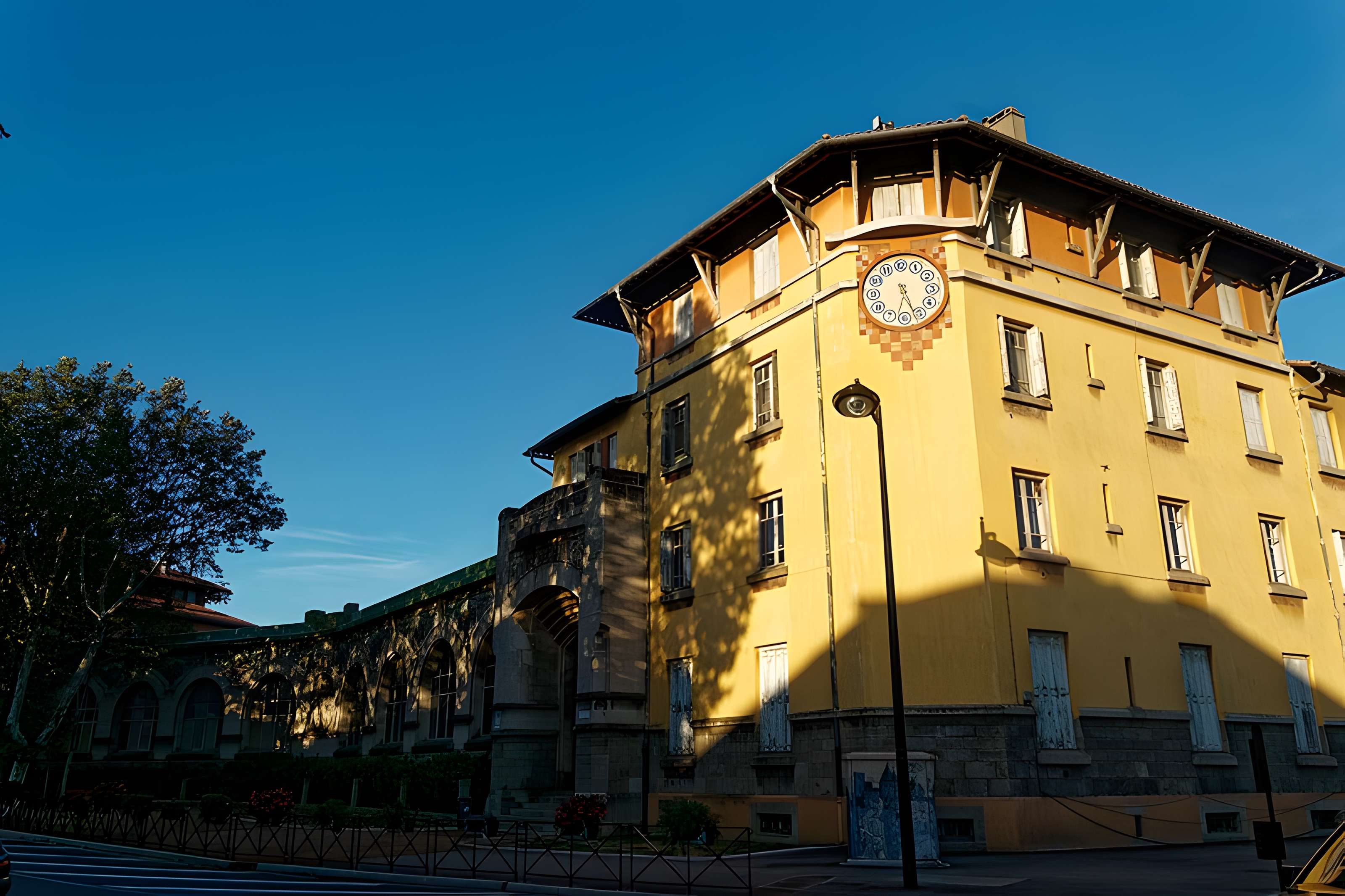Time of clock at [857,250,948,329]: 6:26
